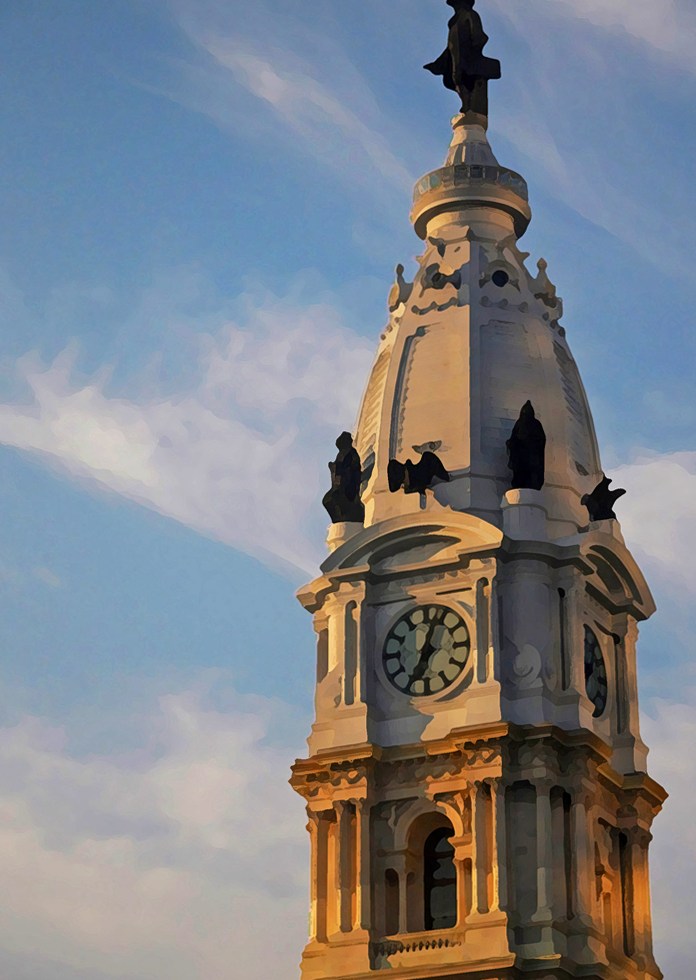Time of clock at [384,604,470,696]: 12:34
